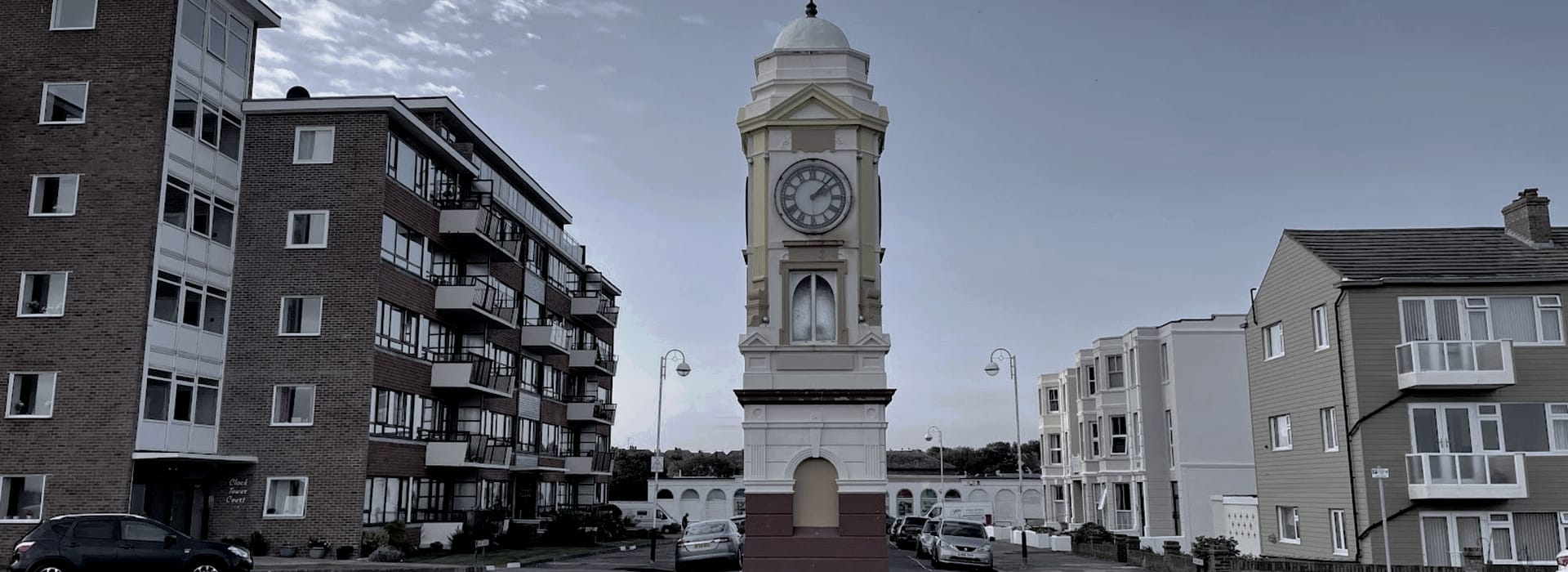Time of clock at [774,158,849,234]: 2:07
